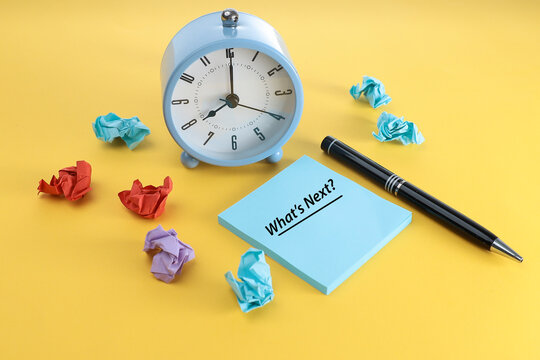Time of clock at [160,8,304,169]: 8:00
